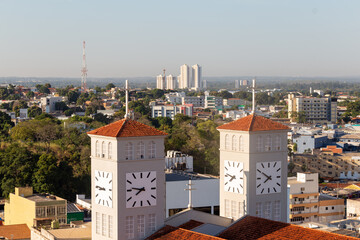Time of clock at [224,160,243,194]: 7:46
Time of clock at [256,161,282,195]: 7:50
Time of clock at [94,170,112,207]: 8:45
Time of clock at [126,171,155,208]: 7:46
